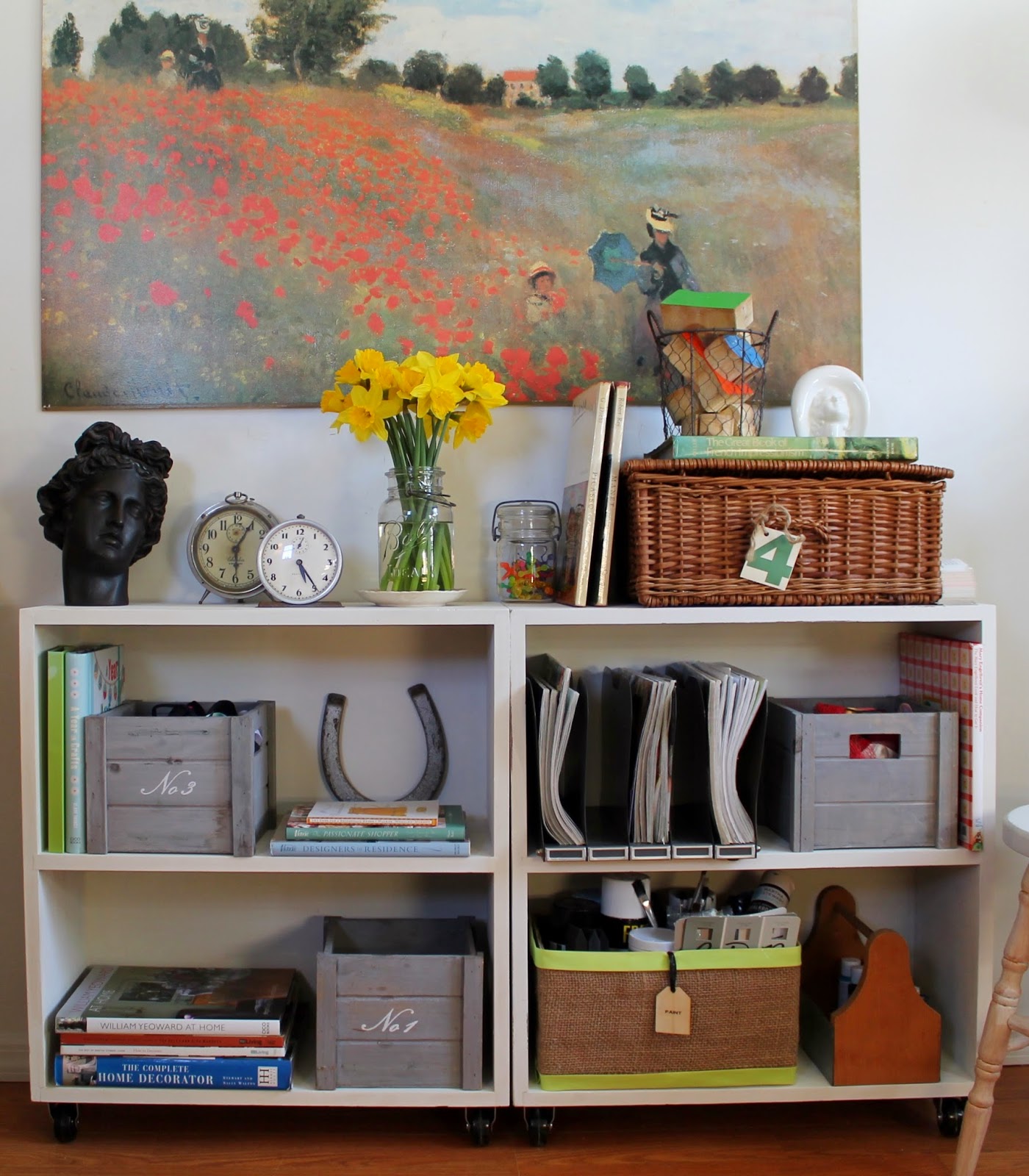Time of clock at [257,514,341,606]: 5:24
